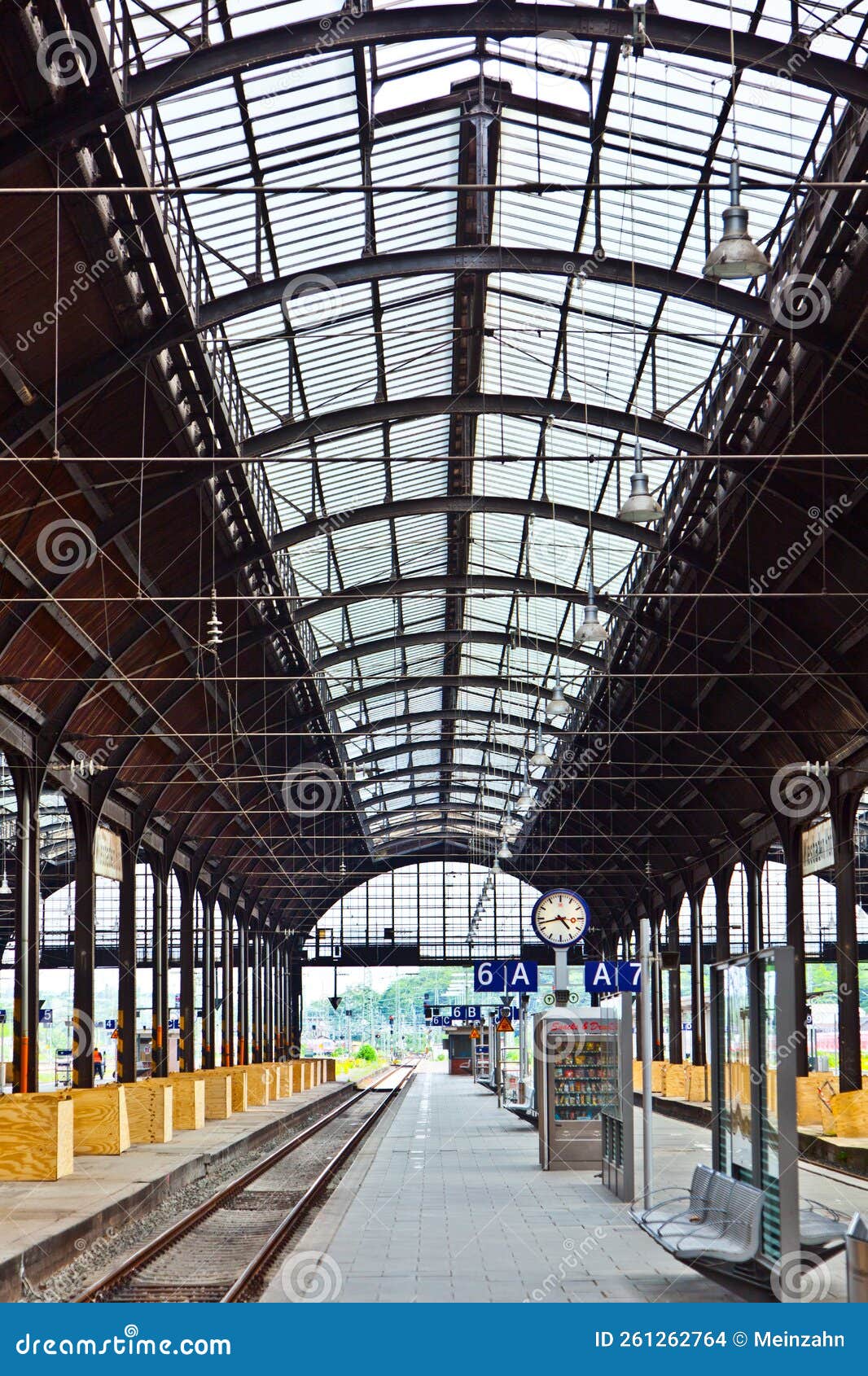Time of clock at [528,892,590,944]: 4:42
